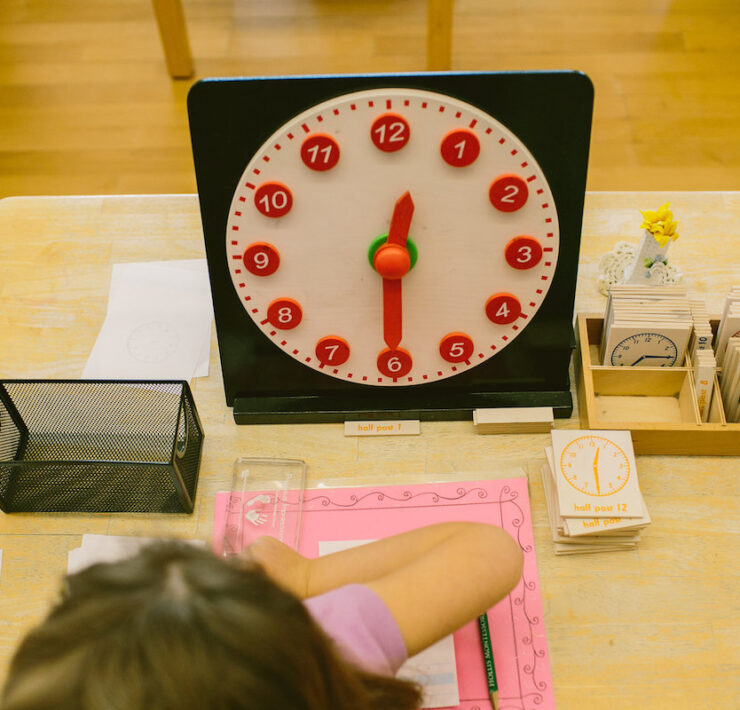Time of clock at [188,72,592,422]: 12:30
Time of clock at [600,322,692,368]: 7:15
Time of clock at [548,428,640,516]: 12:30
